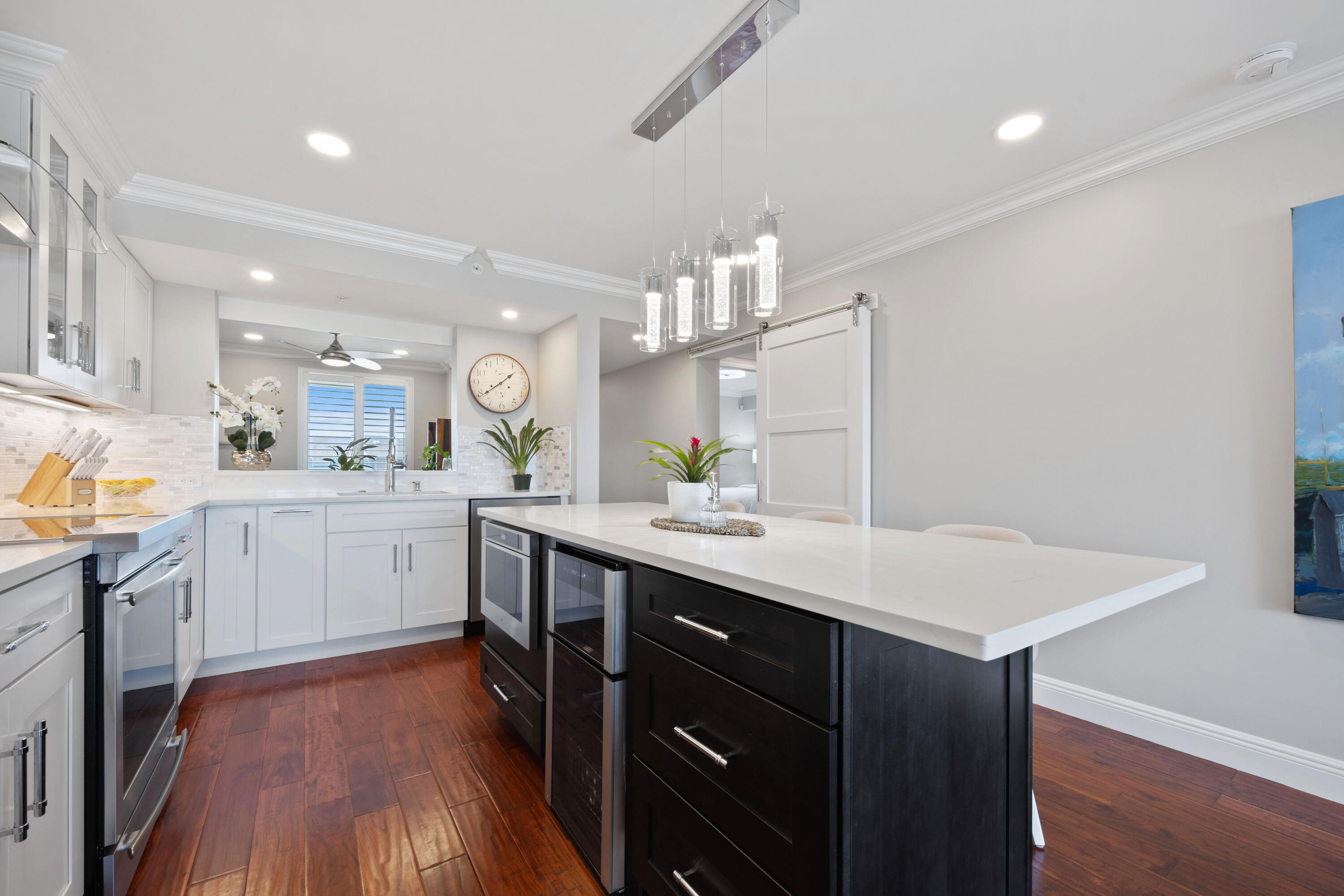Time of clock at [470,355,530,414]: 1:39
